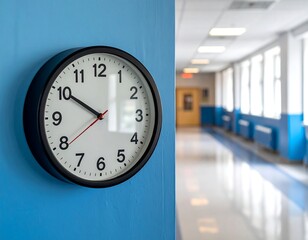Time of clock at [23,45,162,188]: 9:50
